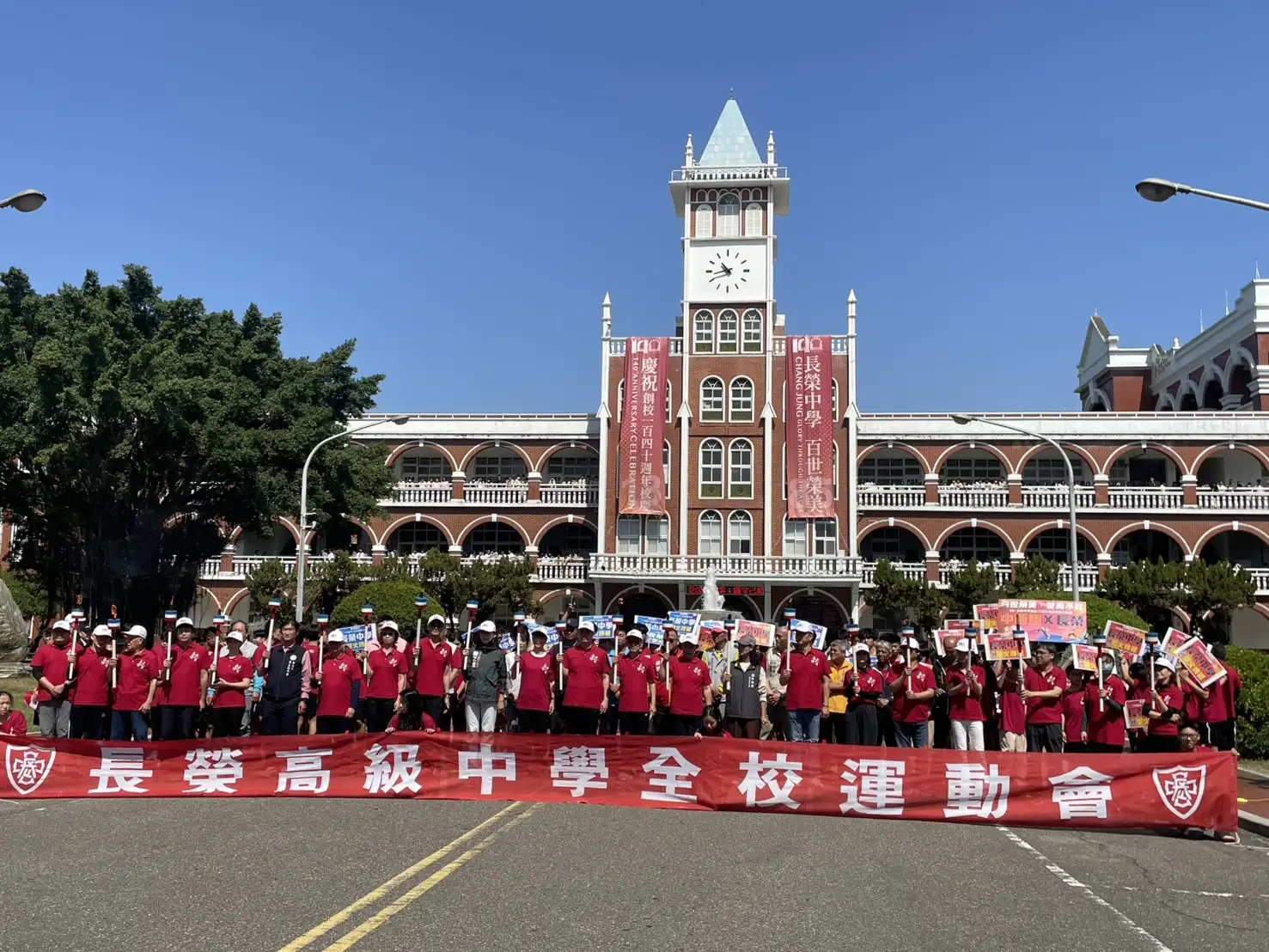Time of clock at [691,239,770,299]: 10:42
